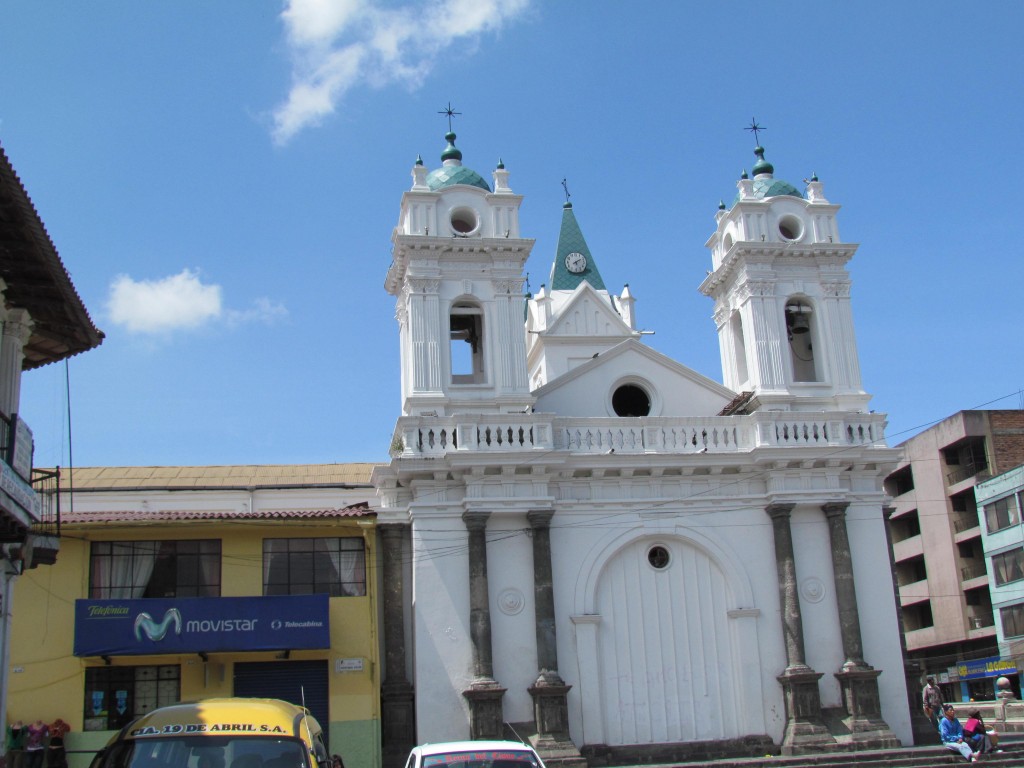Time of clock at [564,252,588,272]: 5:09
